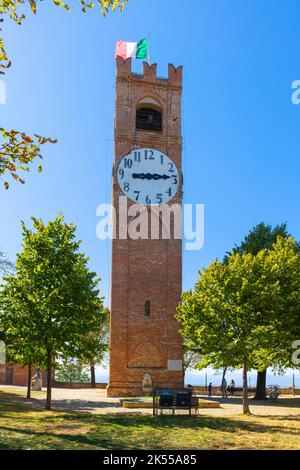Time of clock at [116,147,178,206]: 9:14
